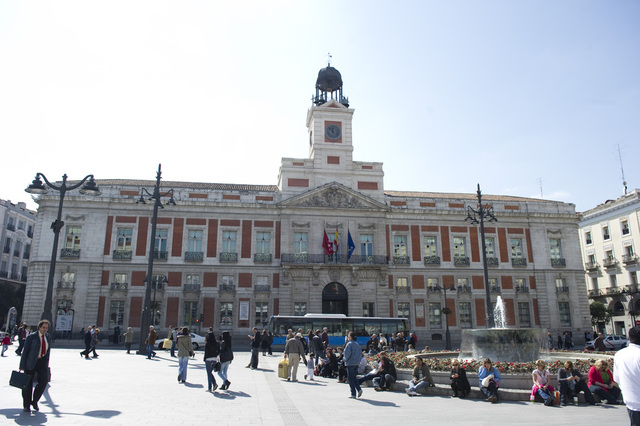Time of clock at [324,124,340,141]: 11:52
